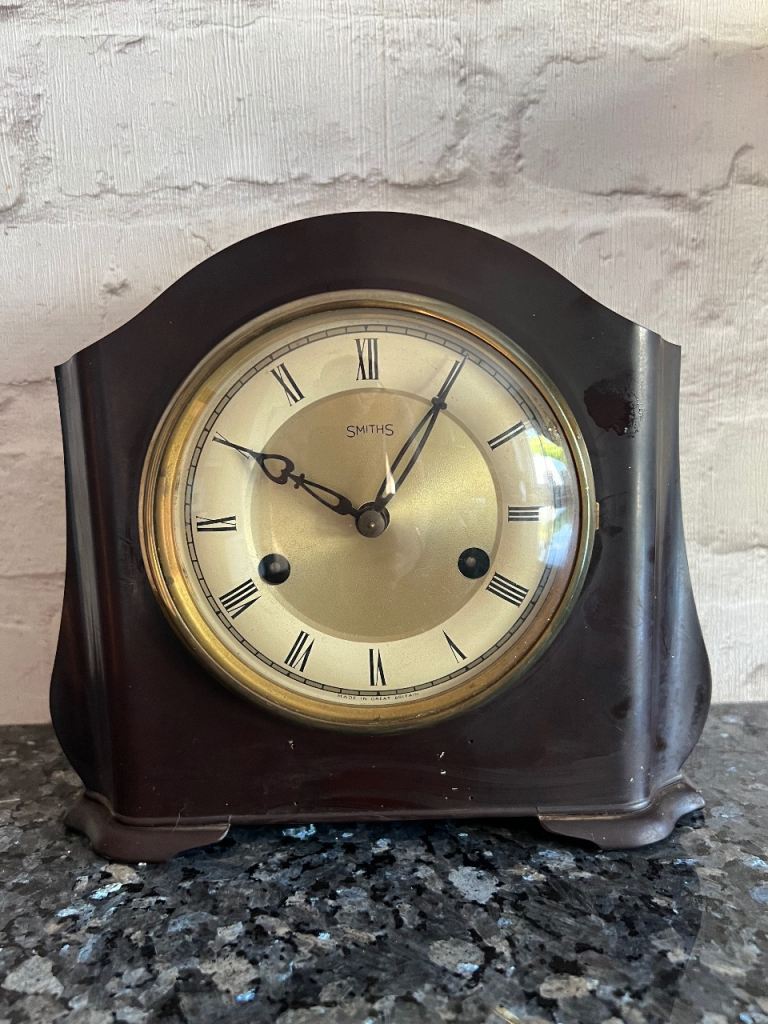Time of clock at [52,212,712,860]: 10:04
